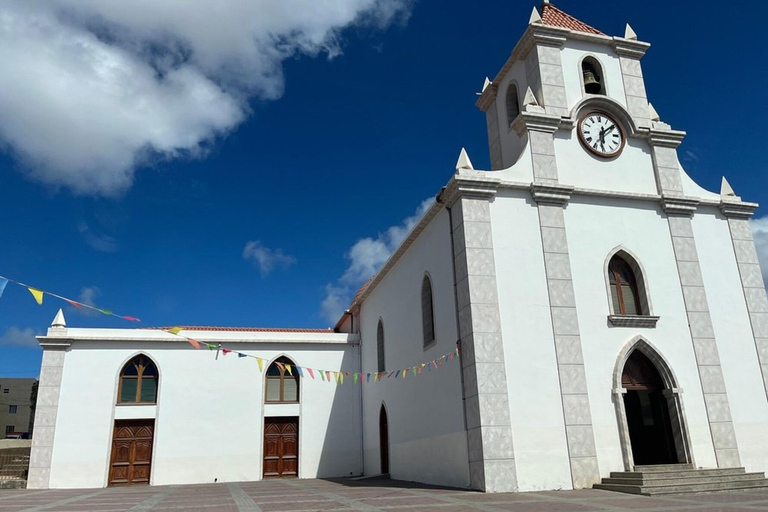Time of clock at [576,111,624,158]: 6:09
